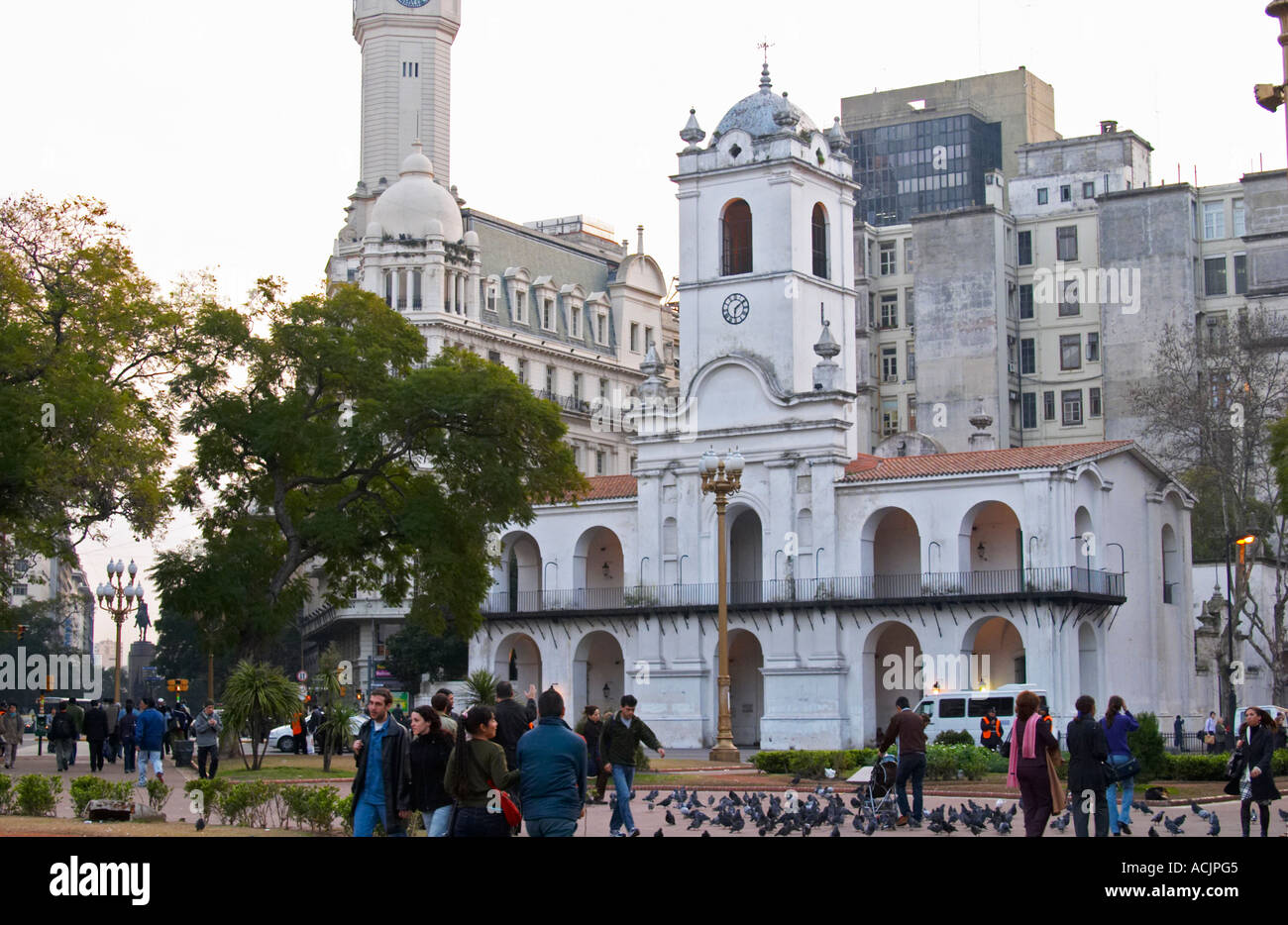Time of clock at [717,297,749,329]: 6:08
